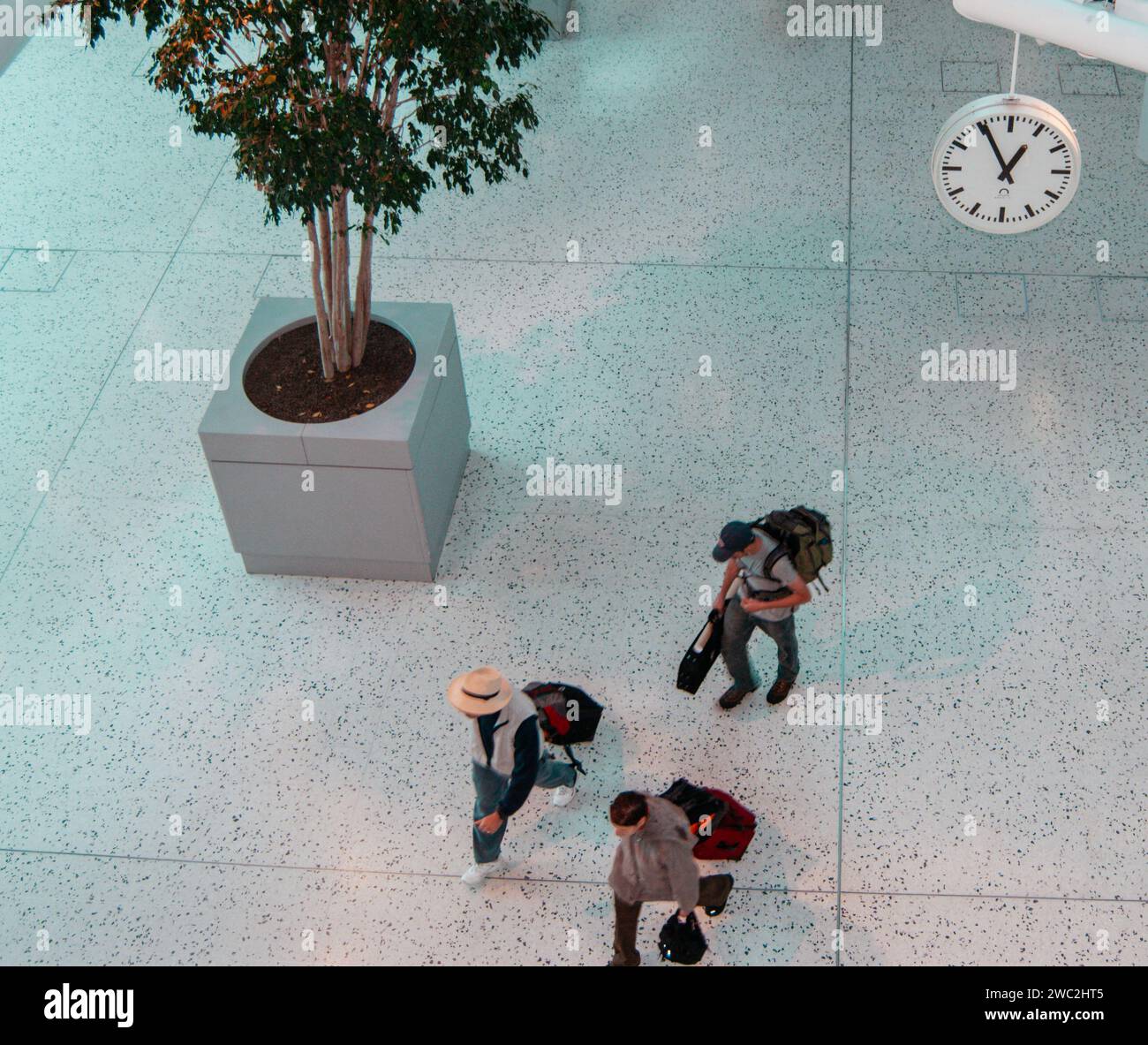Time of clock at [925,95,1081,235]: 12:55
